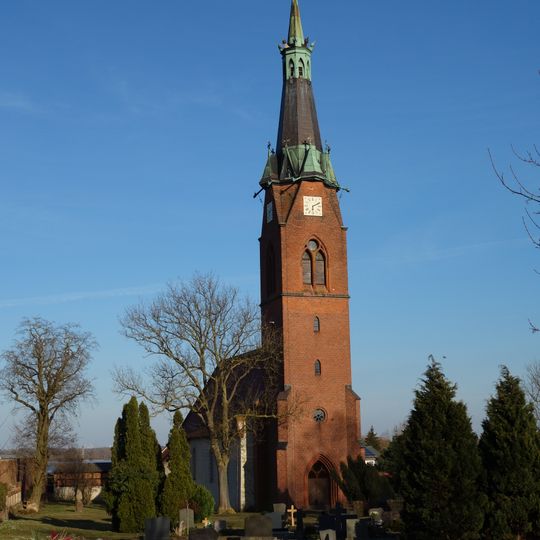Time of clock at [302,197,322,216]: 6:10
